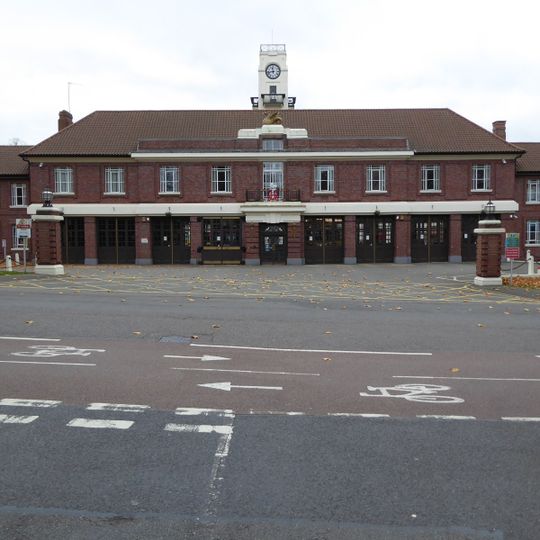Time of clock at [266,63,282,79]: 11:42
